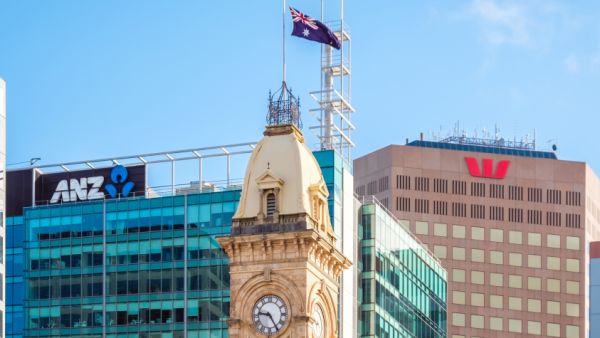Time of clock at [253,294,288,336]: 9:24
